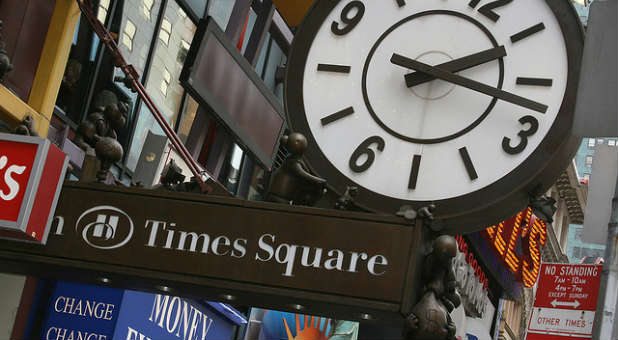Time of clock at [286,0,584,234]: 2:18
